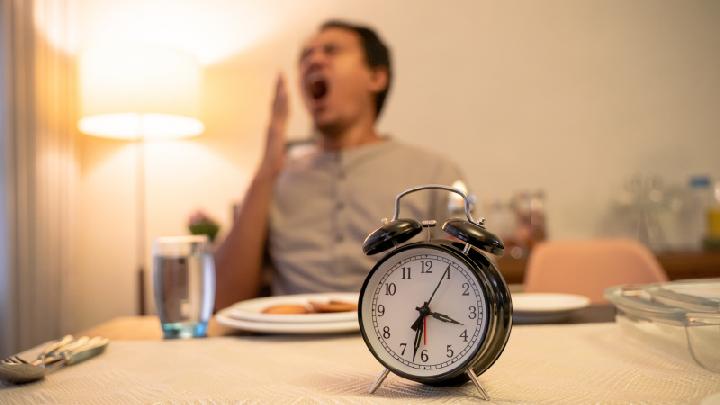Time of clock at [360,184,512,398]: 3:32
